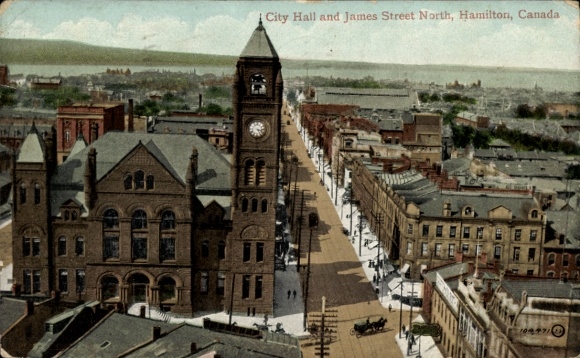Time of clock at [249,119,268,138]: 4:16
